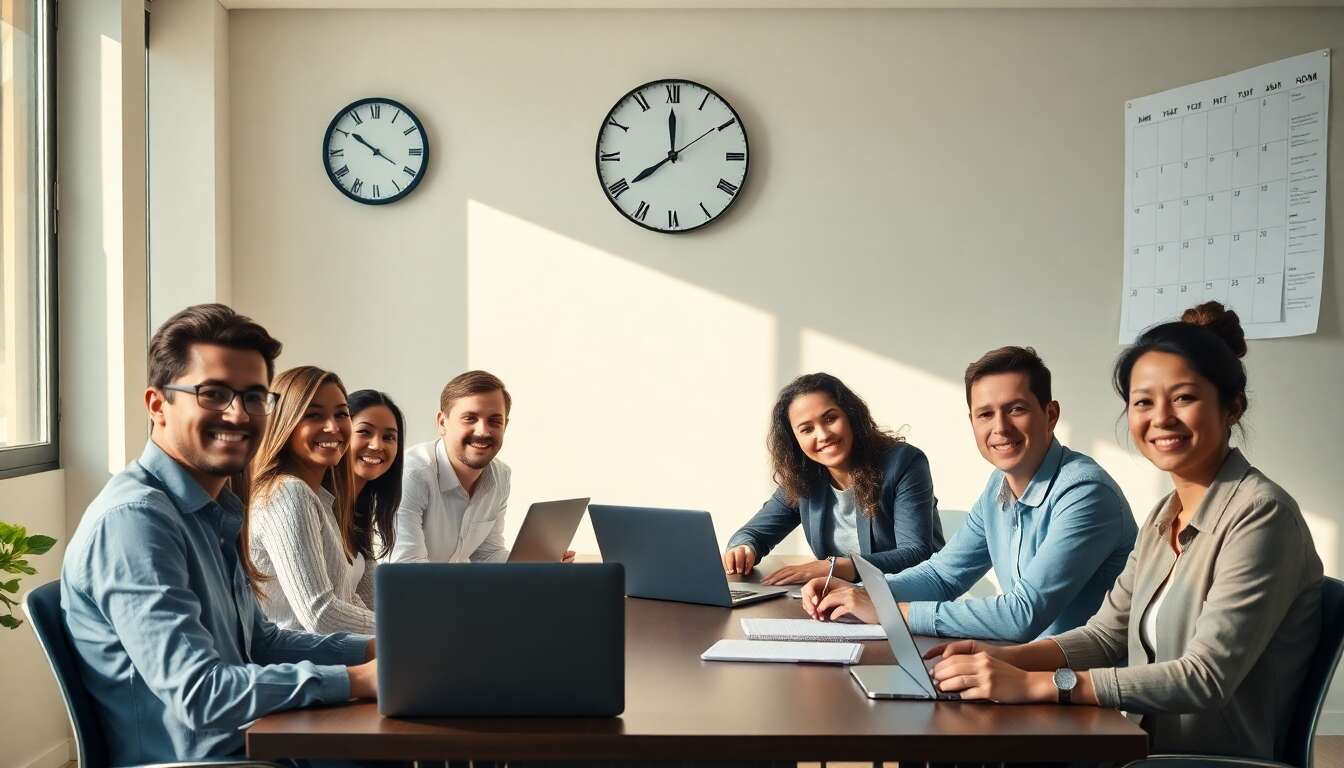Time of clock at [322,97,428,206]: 10:20
